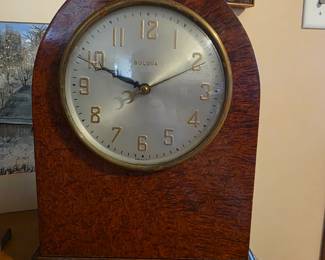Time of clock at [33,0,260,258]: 9:48
